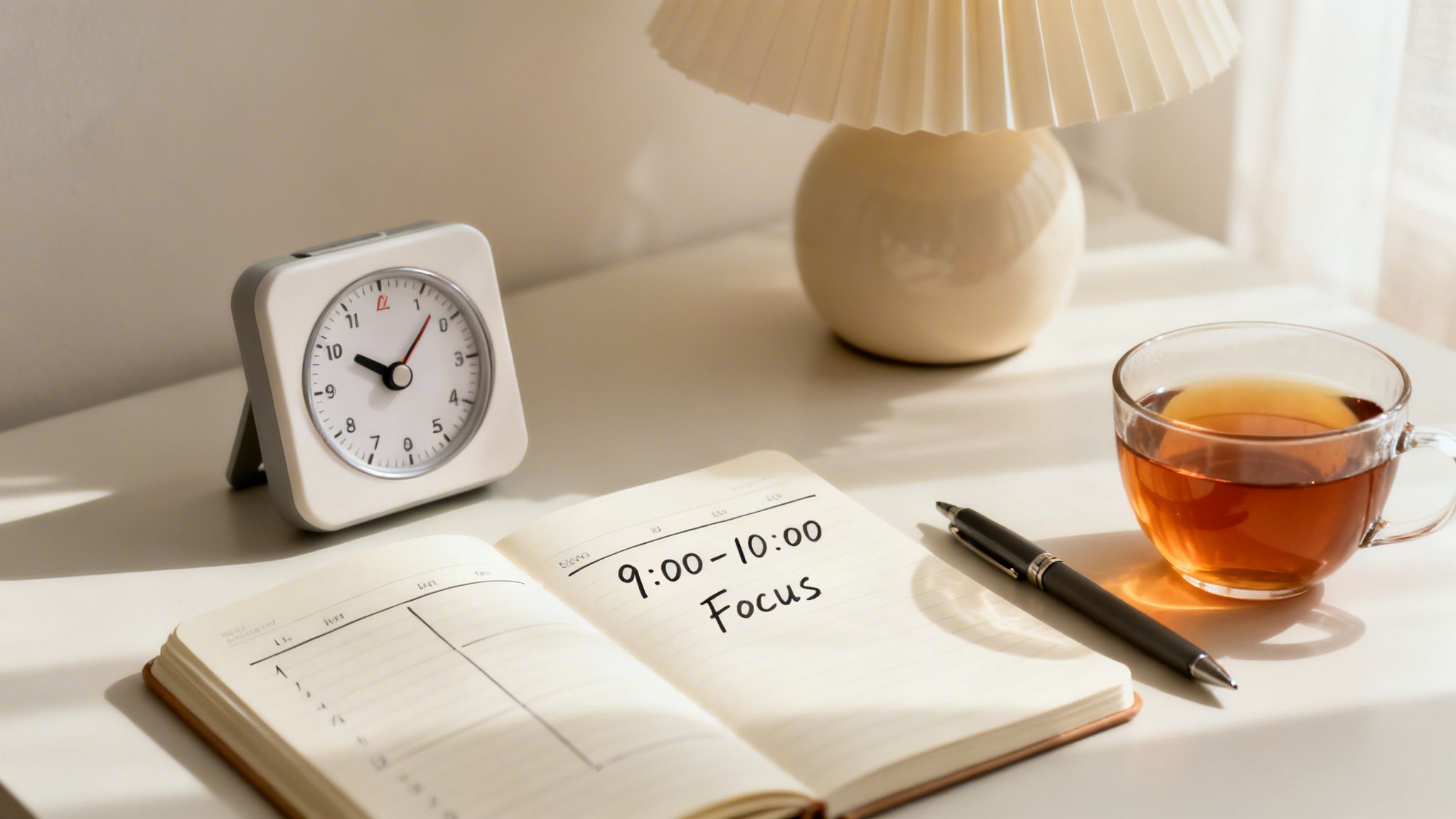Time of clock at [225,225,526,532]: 10:07
